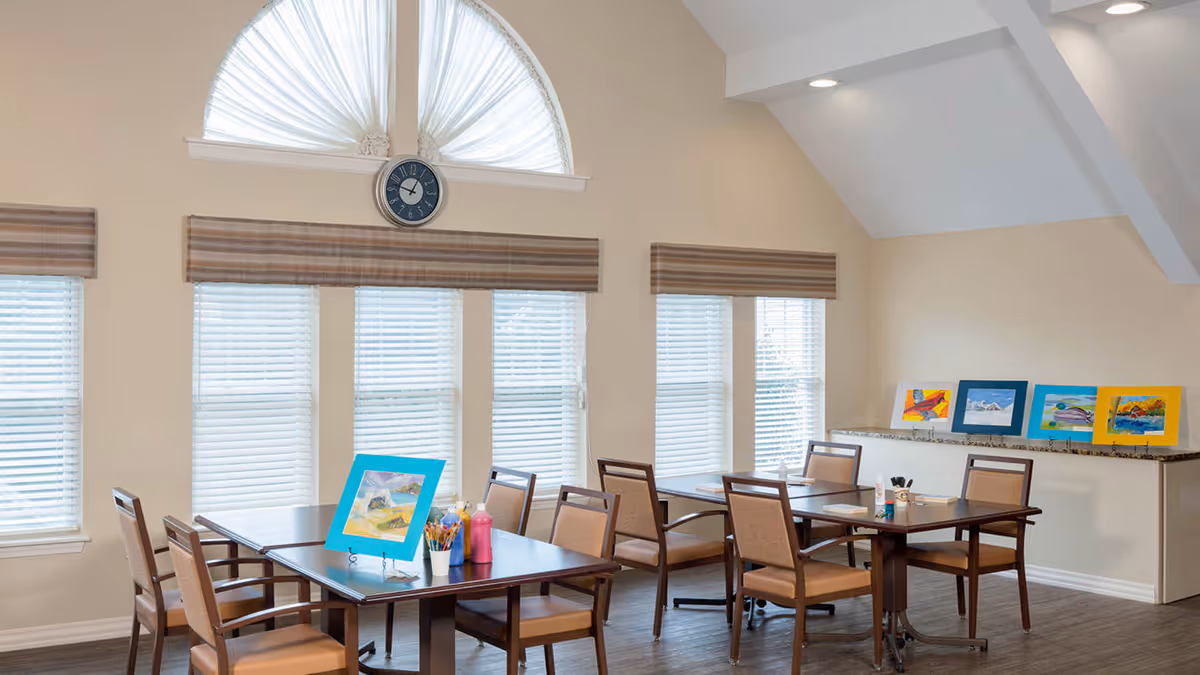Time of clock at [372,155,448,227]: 12:47
